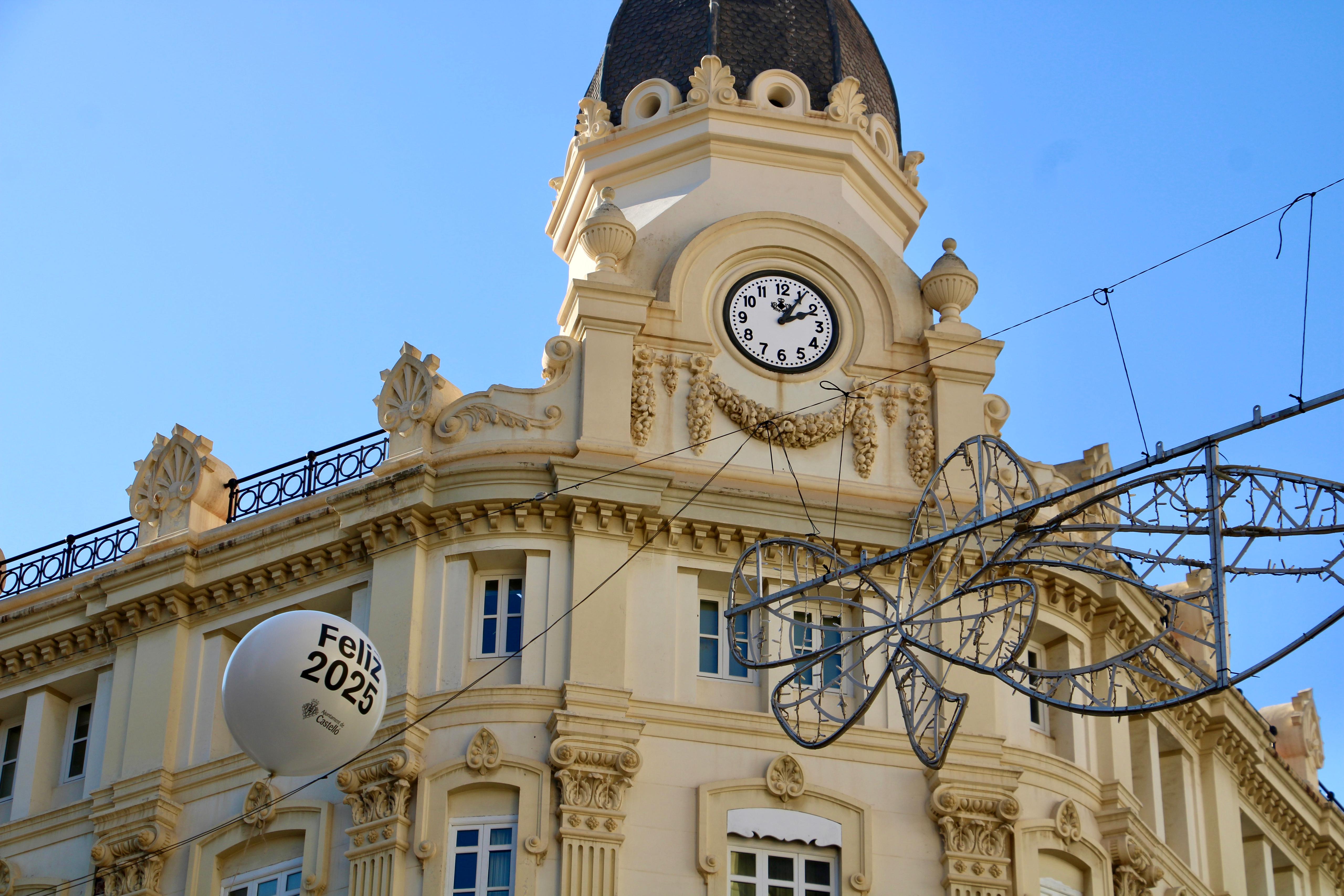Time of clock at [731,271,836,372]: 2:05
